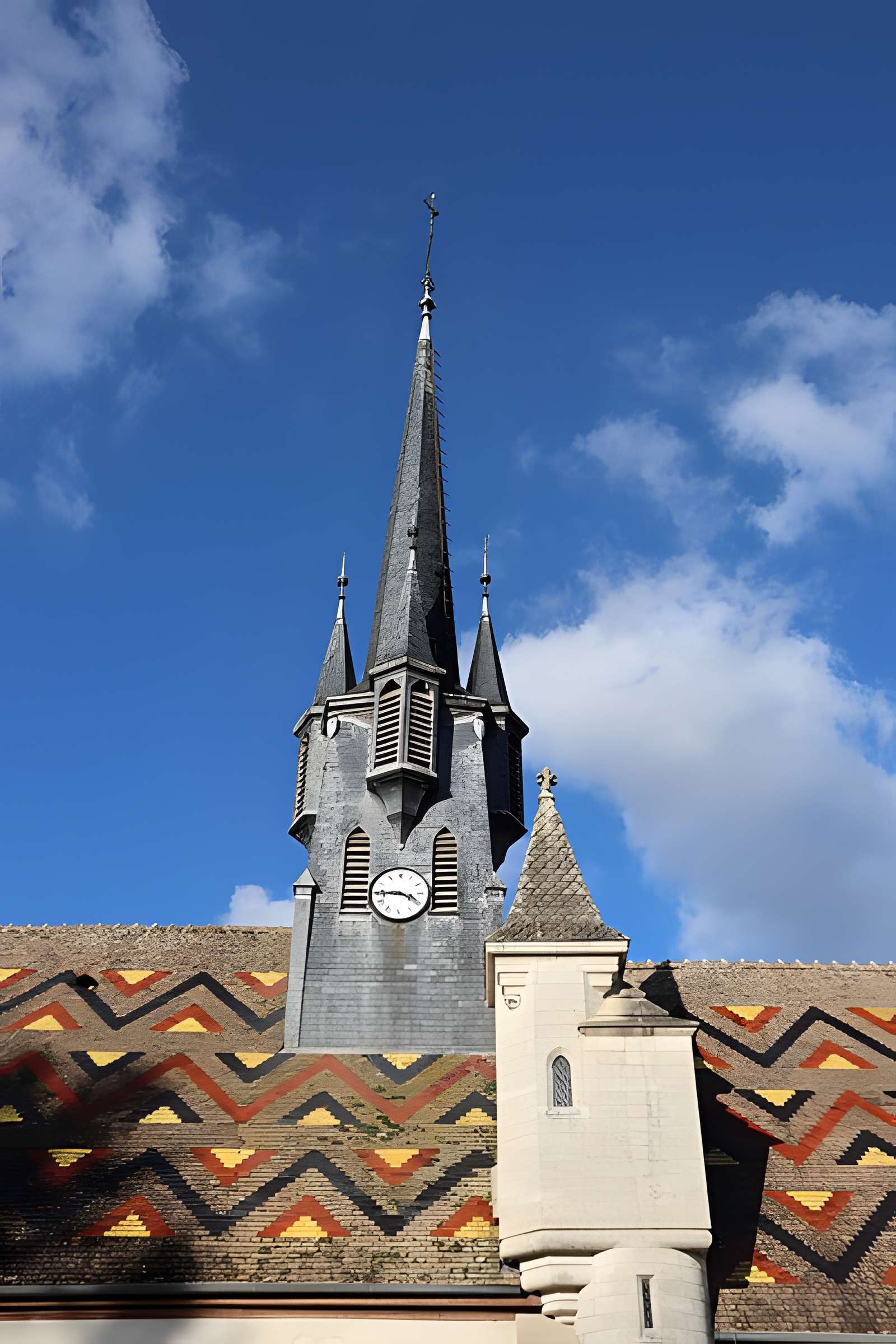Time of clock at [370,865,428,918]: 3:44
